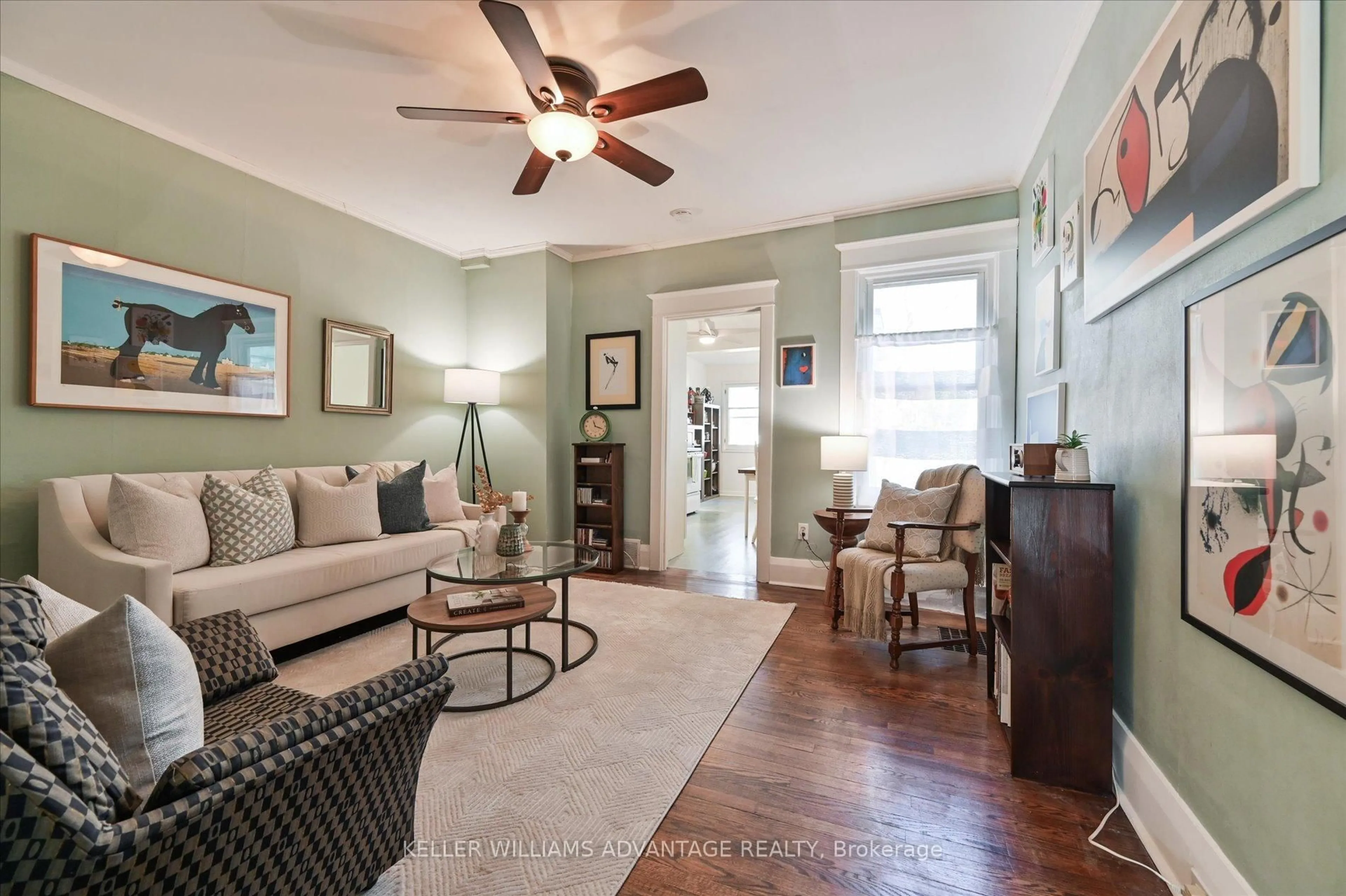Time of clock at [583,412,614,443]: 11:18
